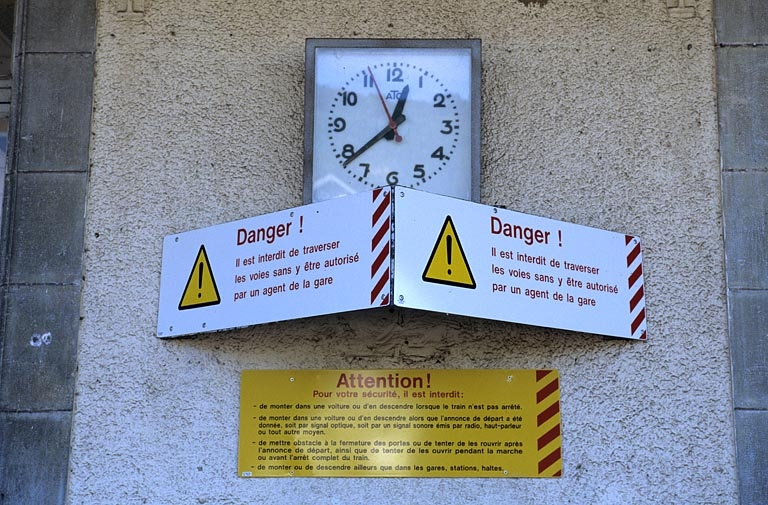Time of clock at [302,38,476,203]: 12:38
